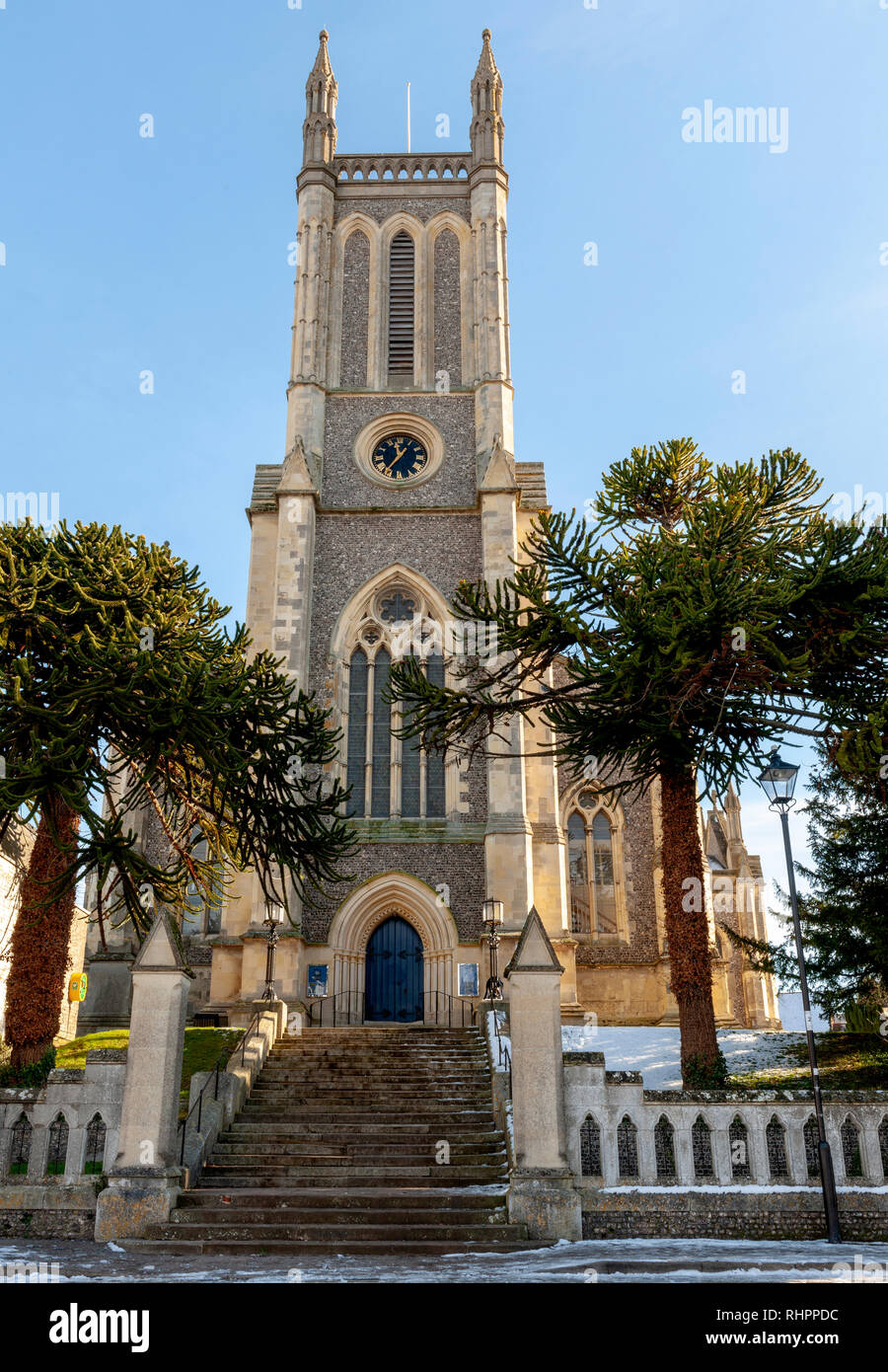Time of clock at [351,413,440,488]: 11:35
